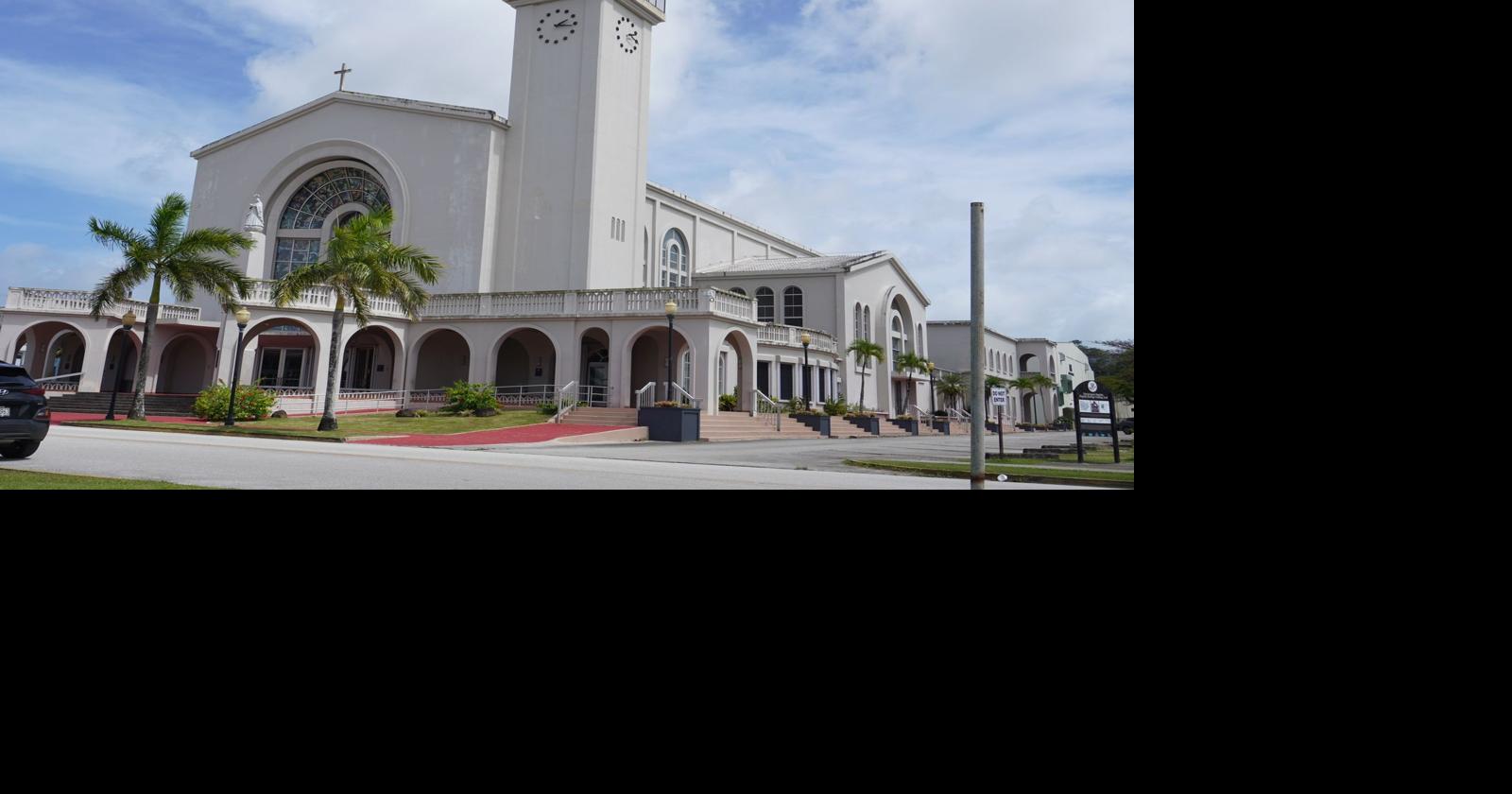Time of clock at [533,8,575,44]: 2:16
